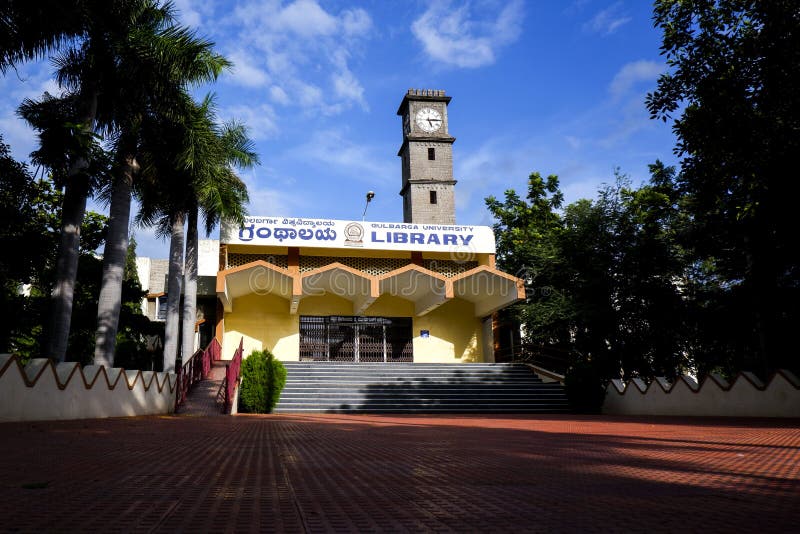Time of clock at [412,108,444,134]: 5:14
